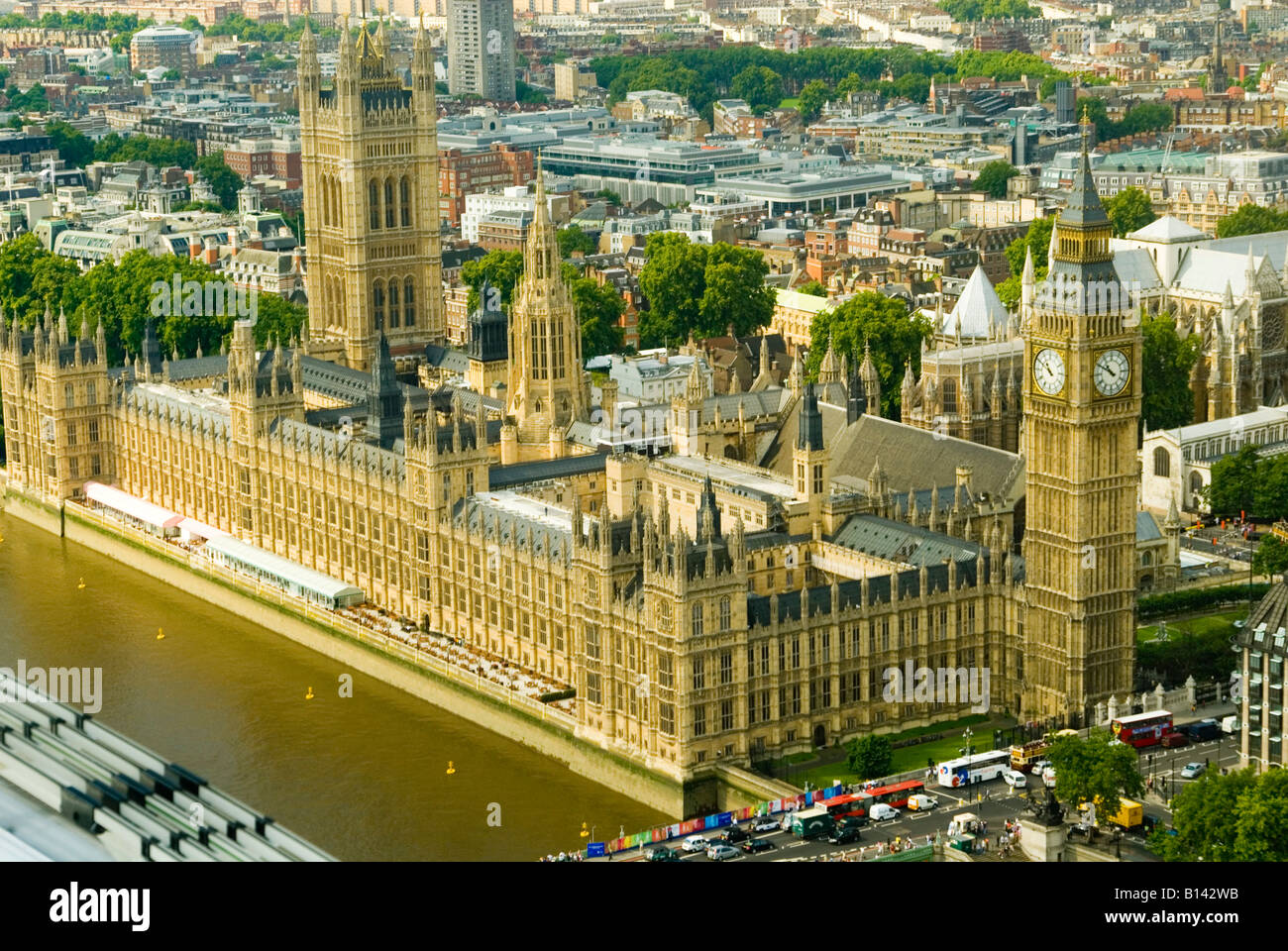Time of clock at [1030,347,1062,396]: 10:50
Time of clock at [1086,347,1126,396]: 10:50
